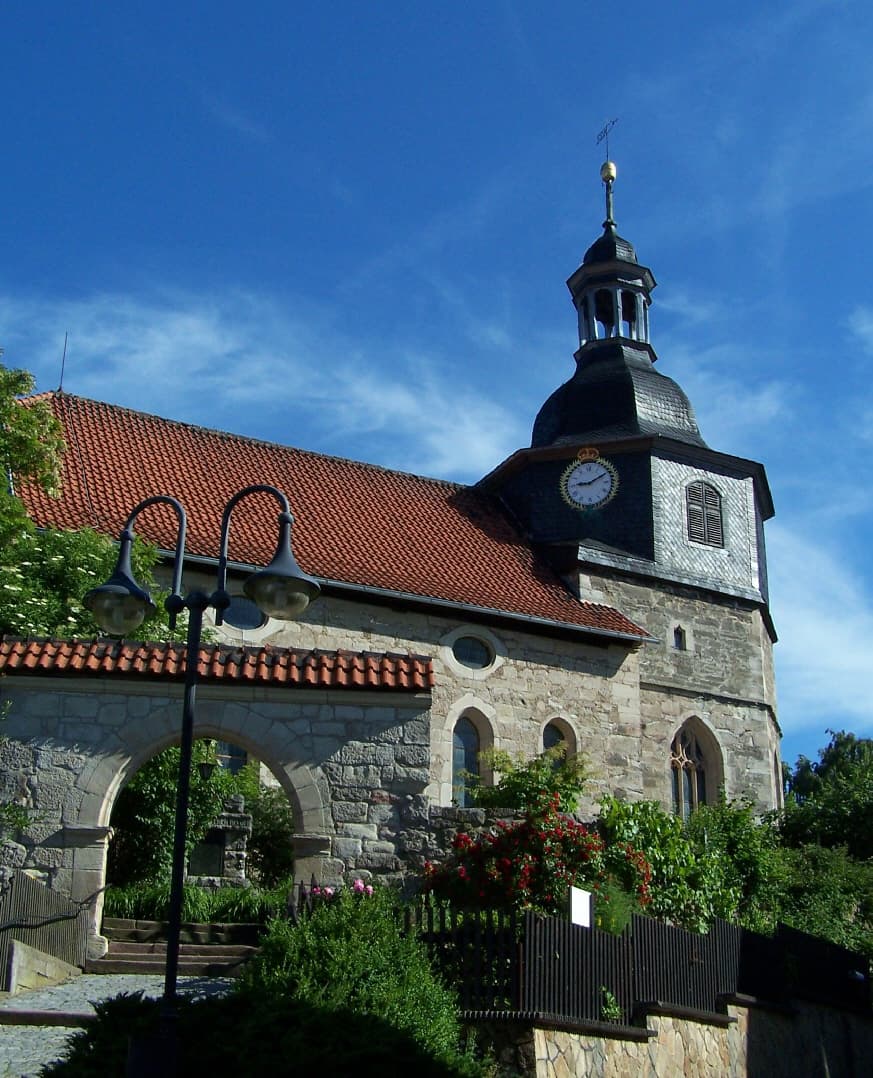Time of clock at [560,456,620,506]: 9:10
